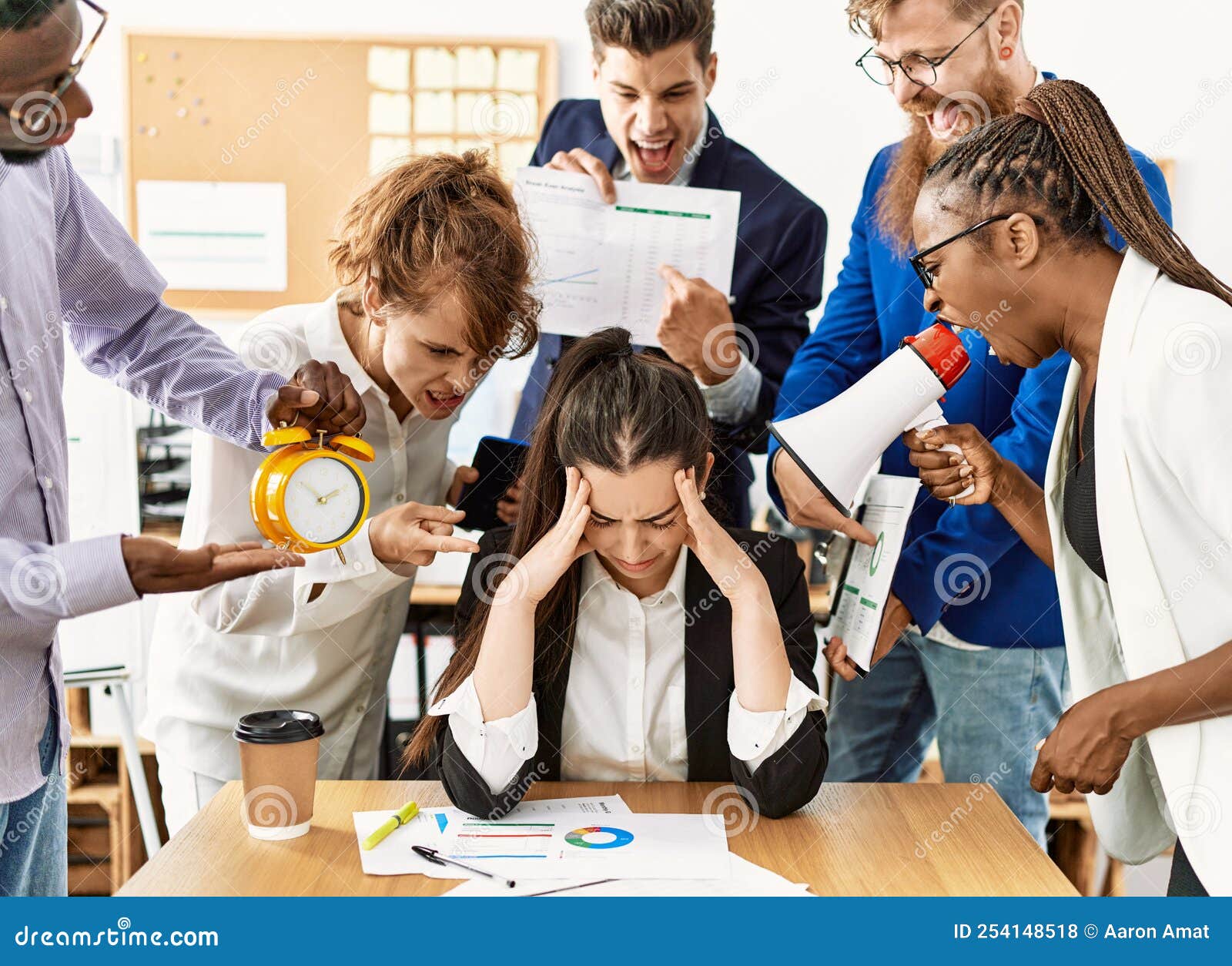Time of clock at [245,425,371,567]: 1:51
